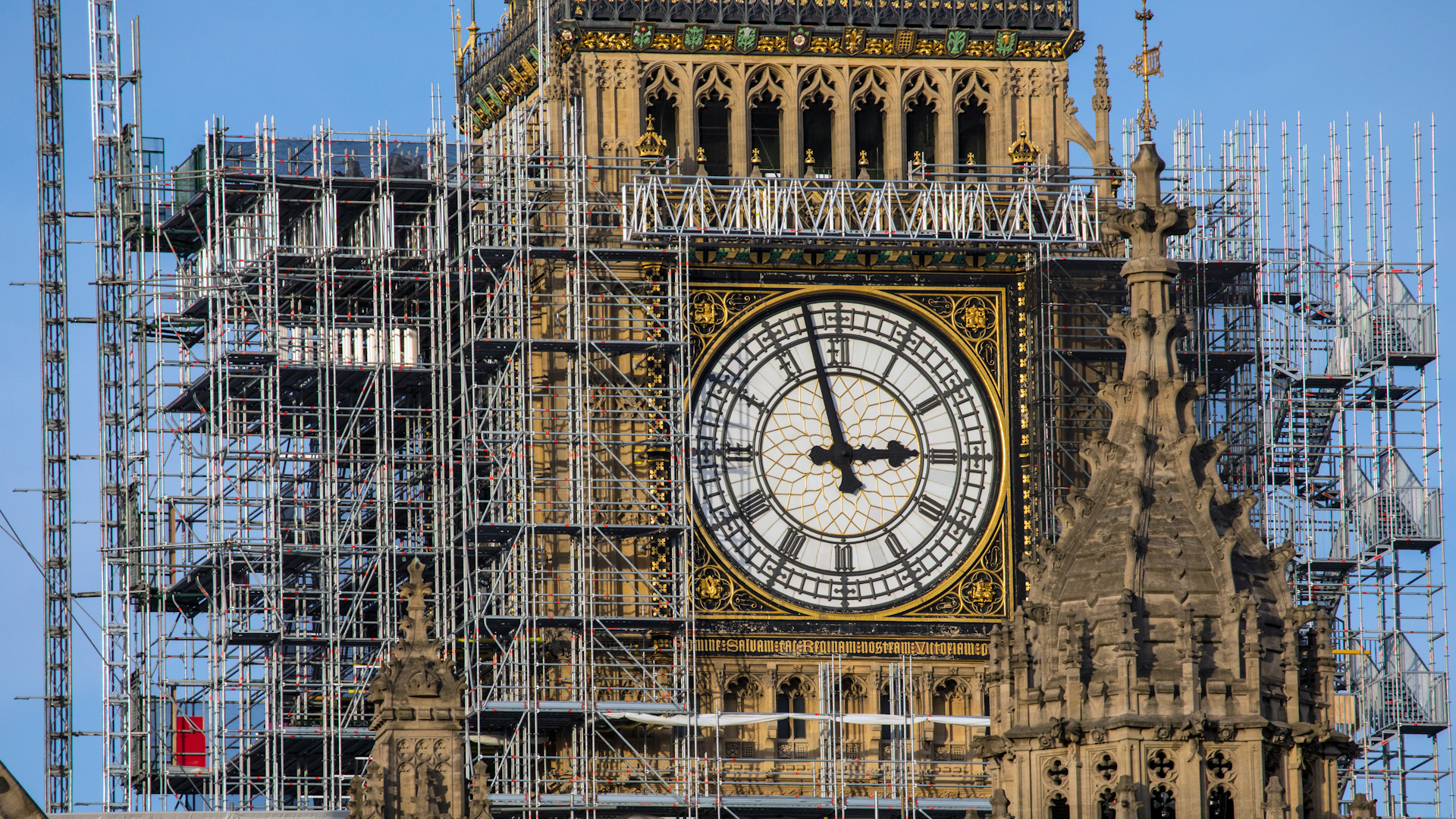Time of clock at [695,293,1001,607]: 2:57
